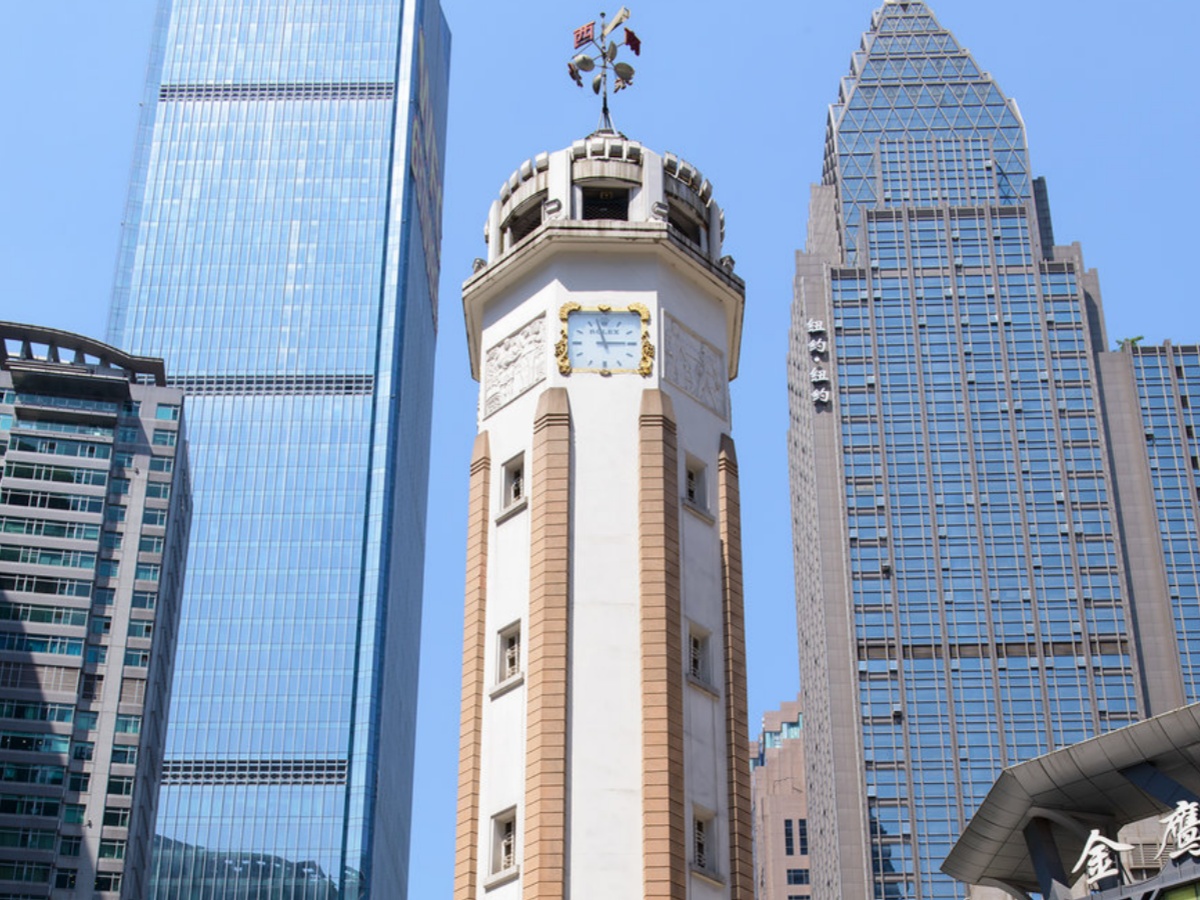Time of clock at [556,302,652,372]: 2:58
